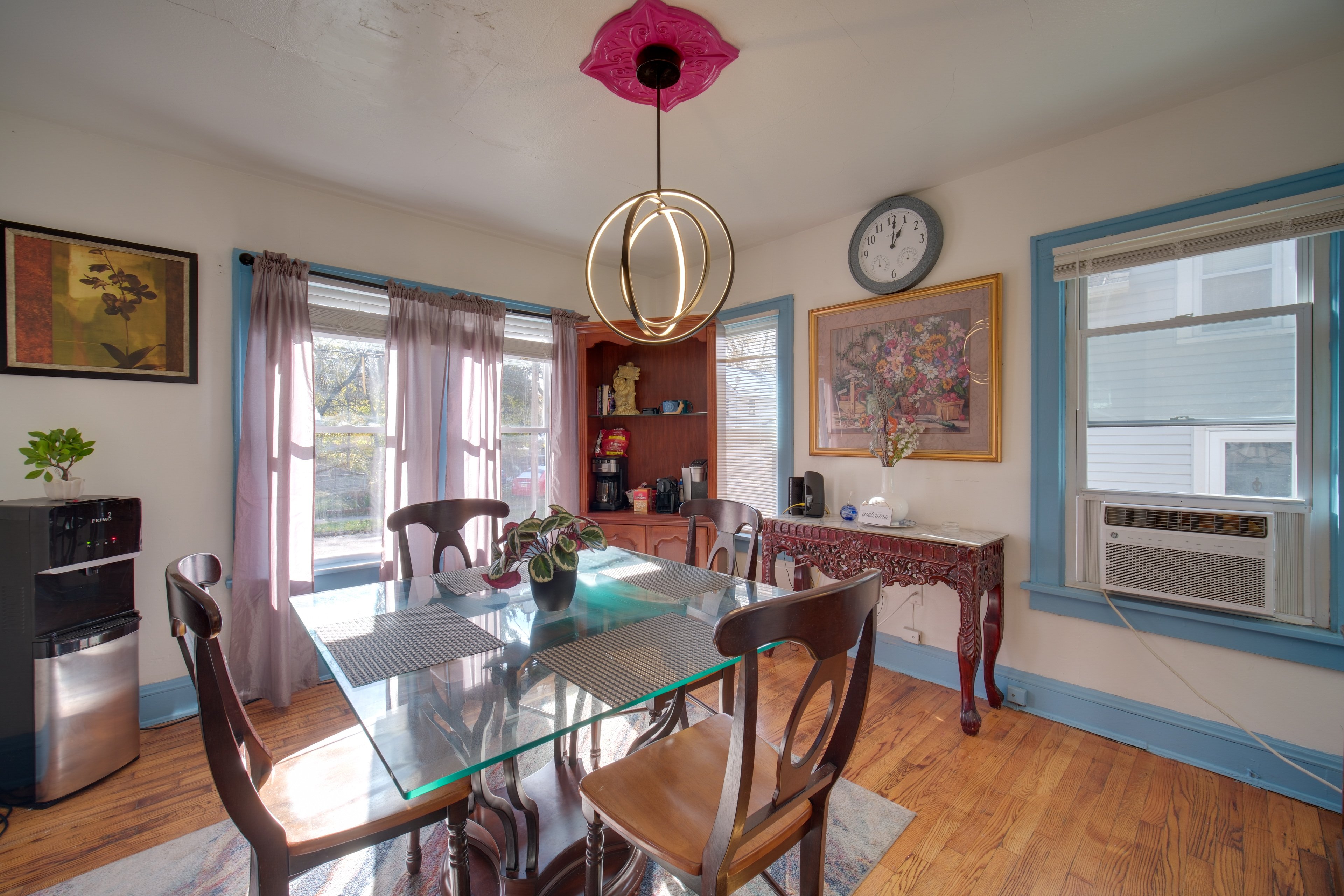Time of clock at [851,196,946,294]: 1:01
